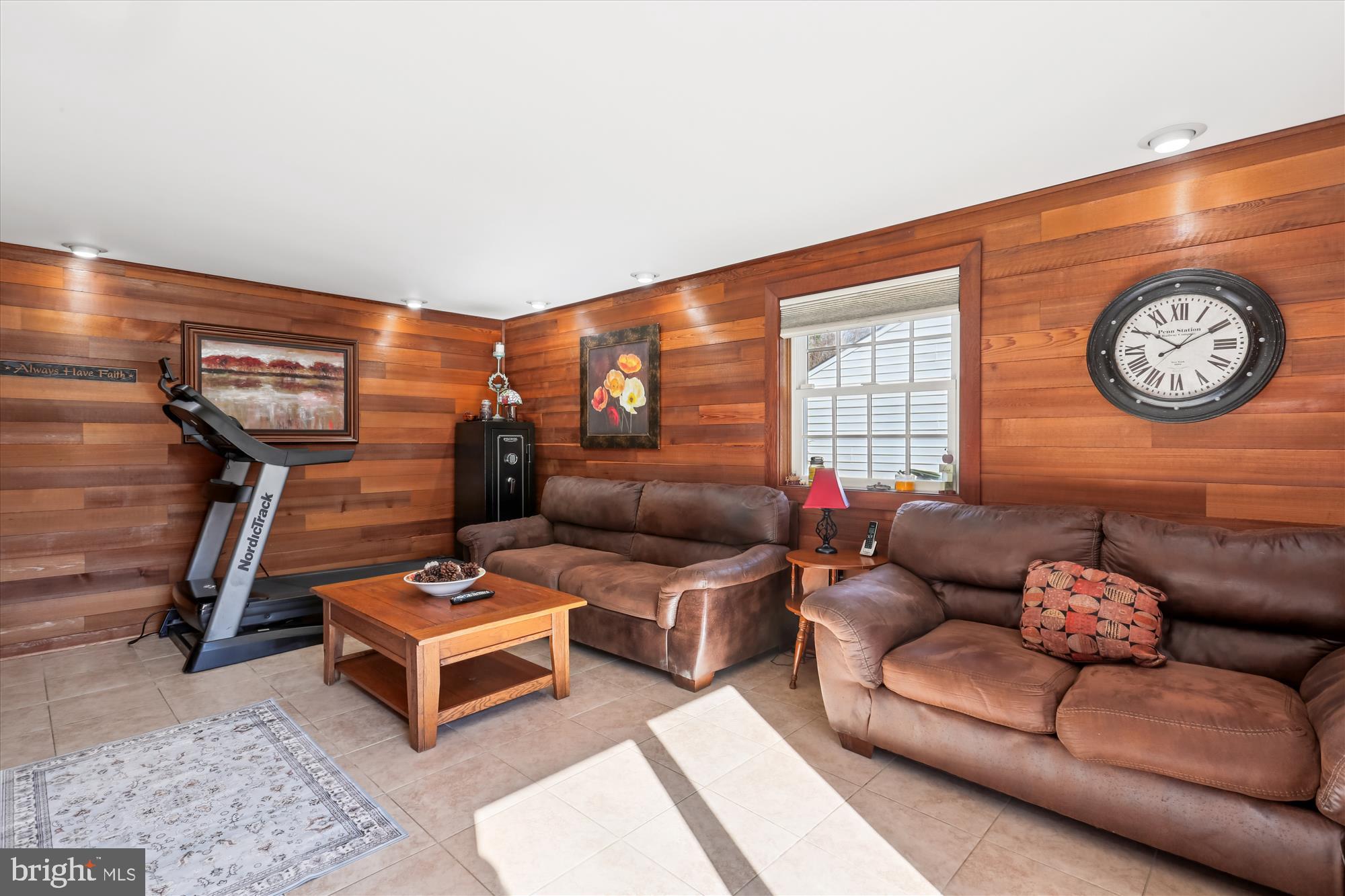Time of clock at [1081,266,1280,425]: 10:10
